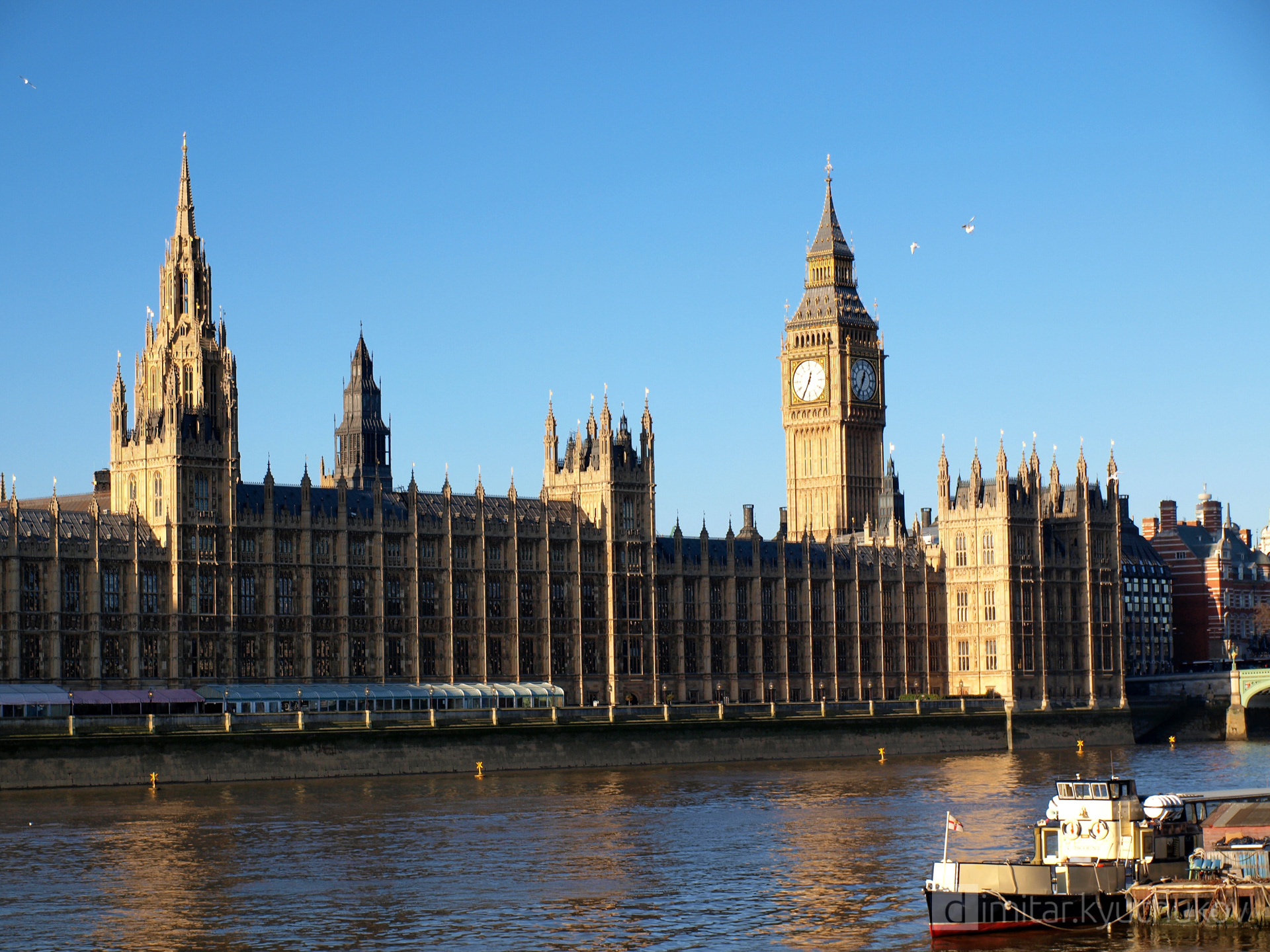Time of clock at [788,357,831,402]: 12:34
